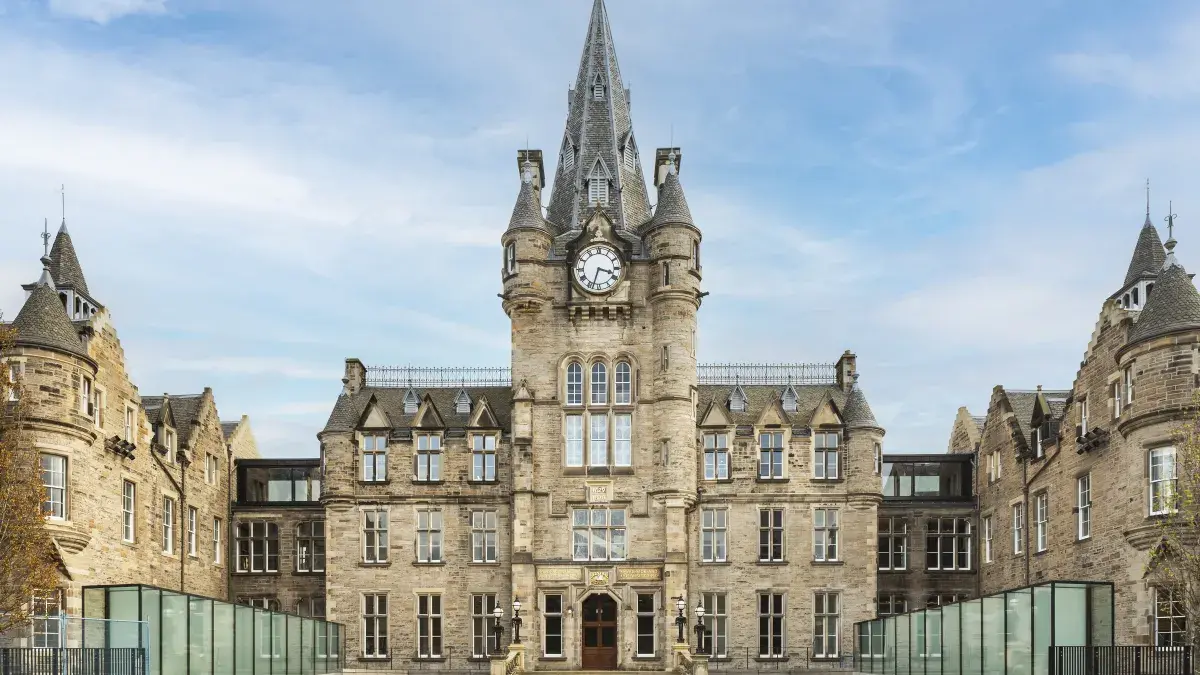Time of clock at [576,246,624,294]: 3:33
